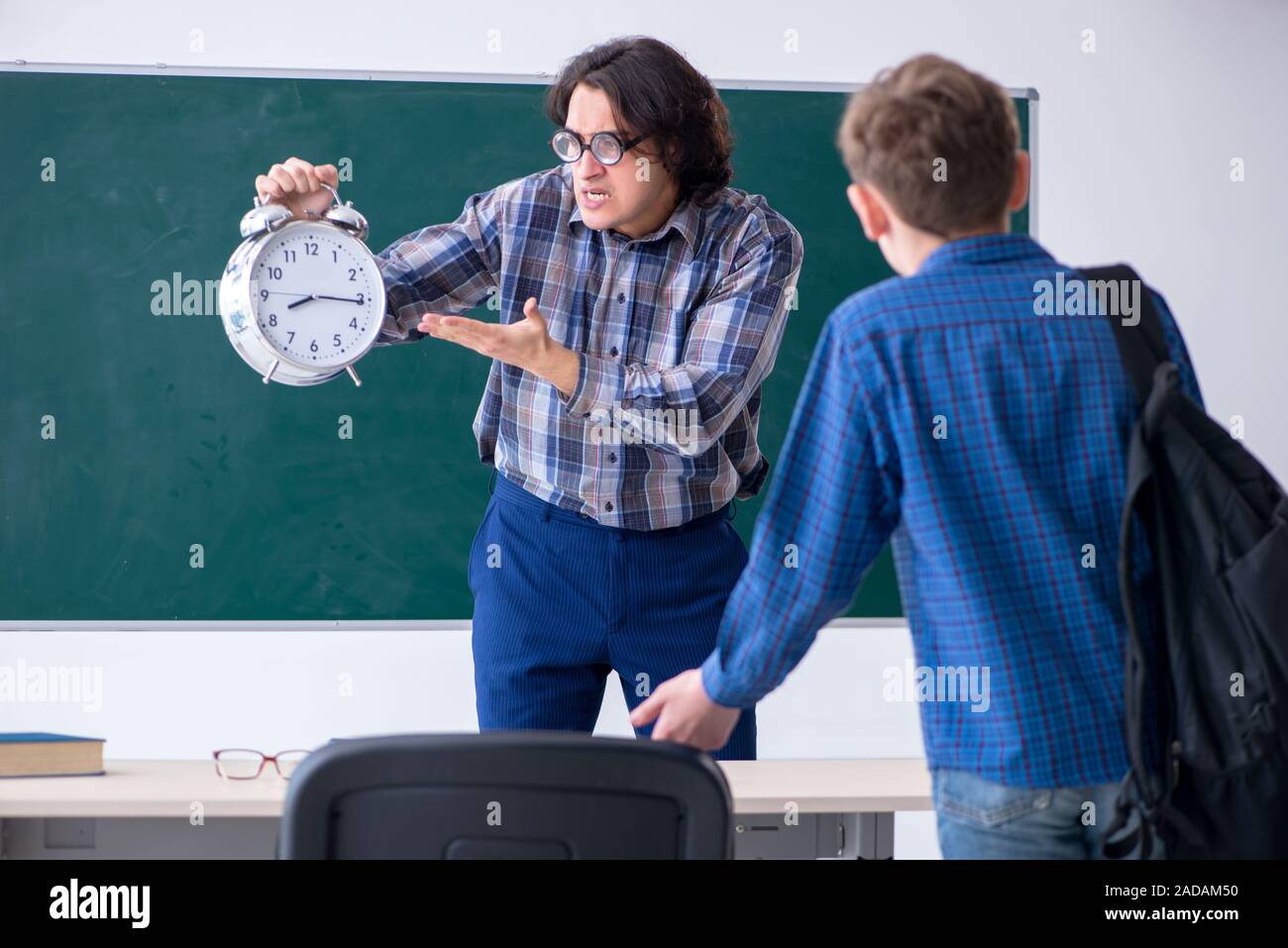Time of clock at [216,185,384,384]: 8:15
